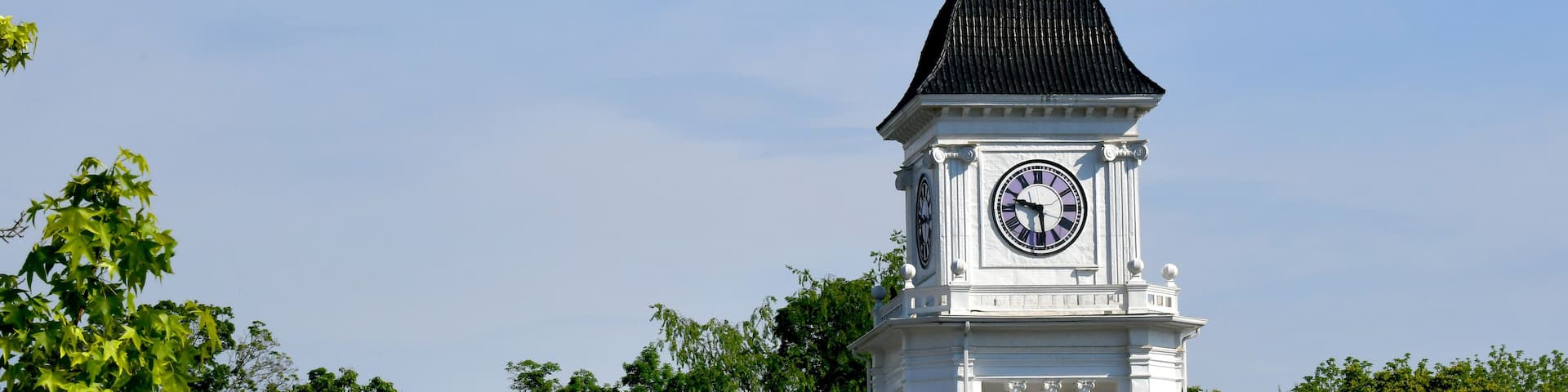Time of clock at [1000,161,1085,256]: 9:28
